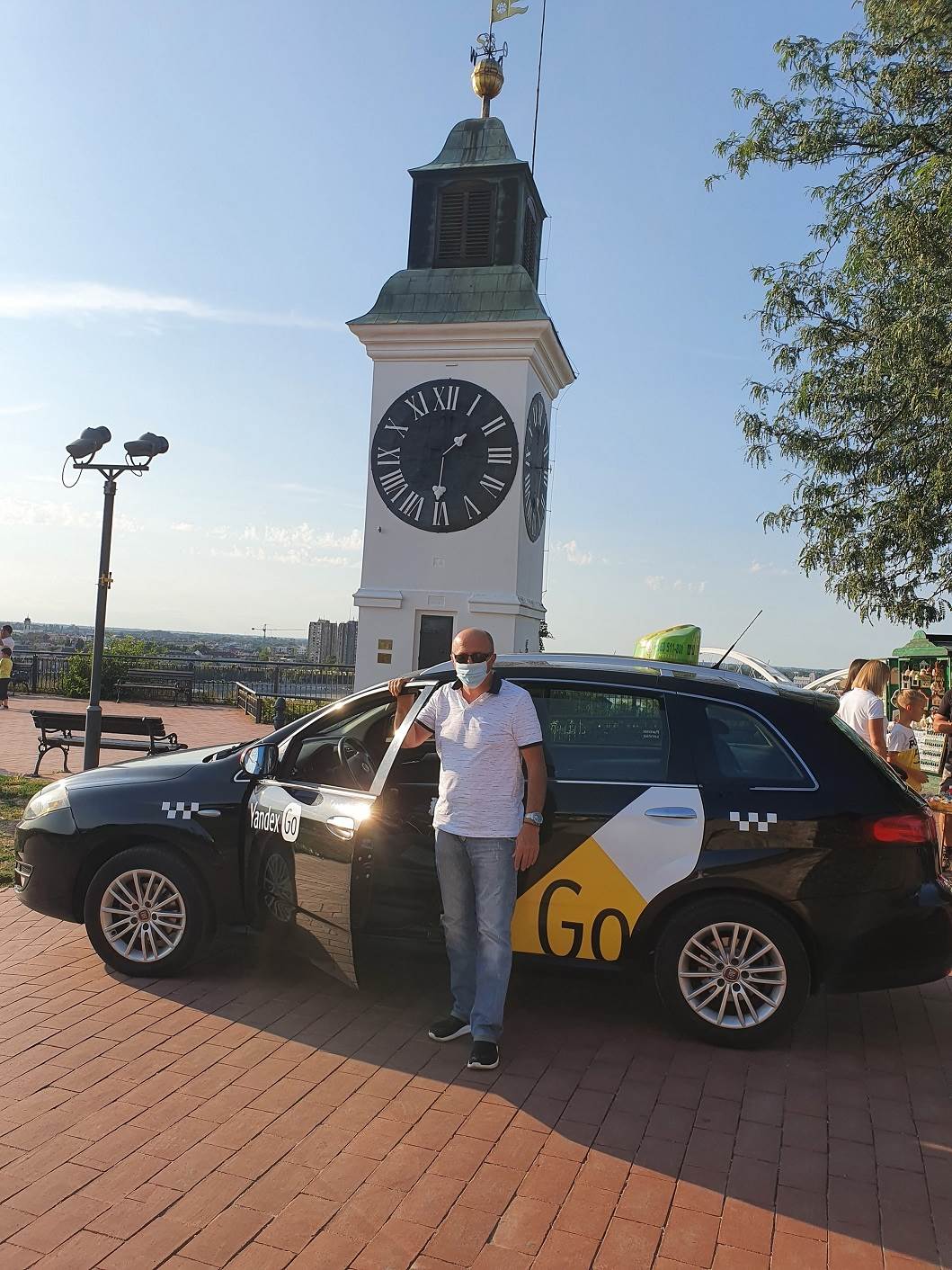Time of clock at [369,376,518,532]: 1:31
